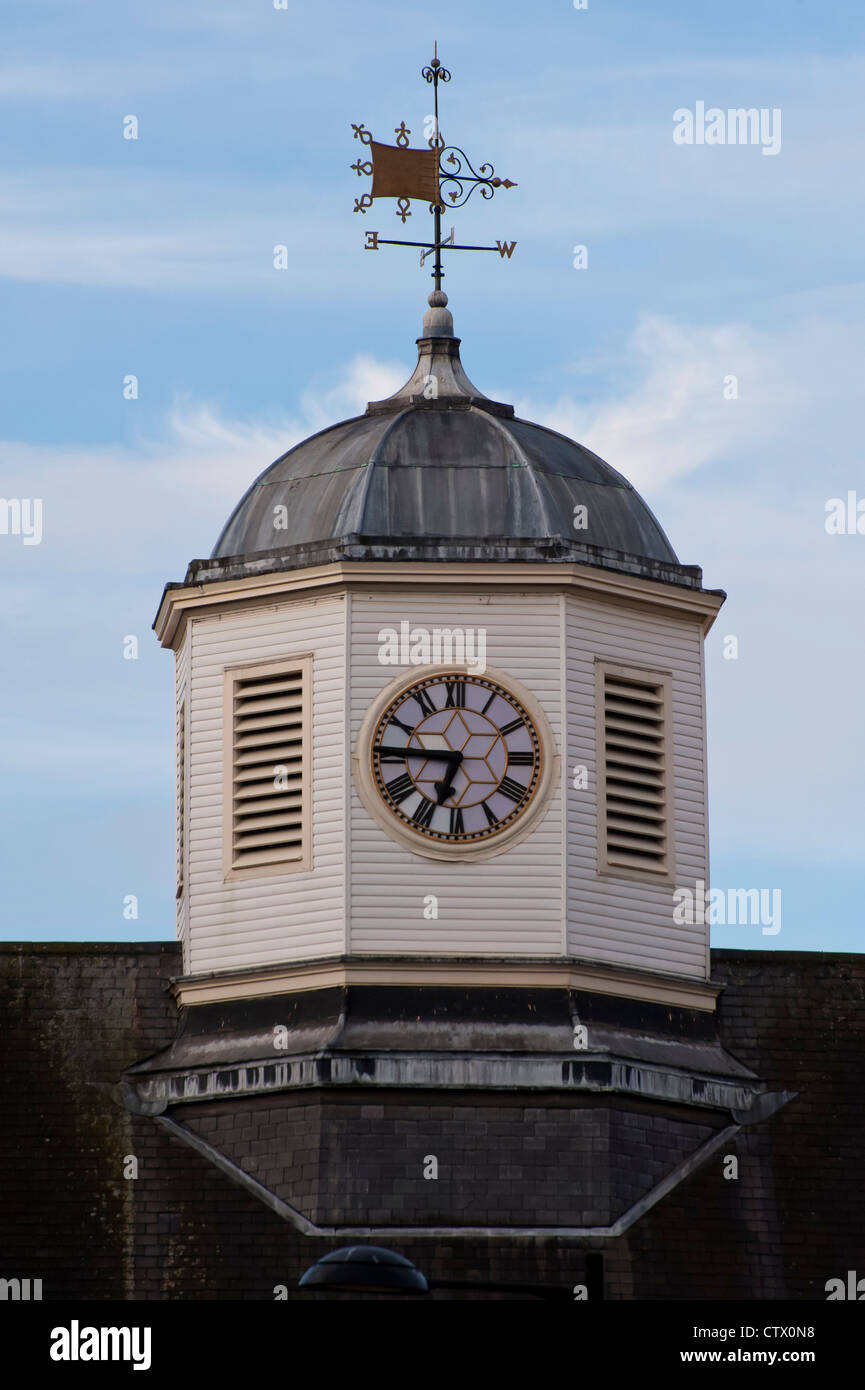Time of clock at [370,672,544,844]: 6:45
